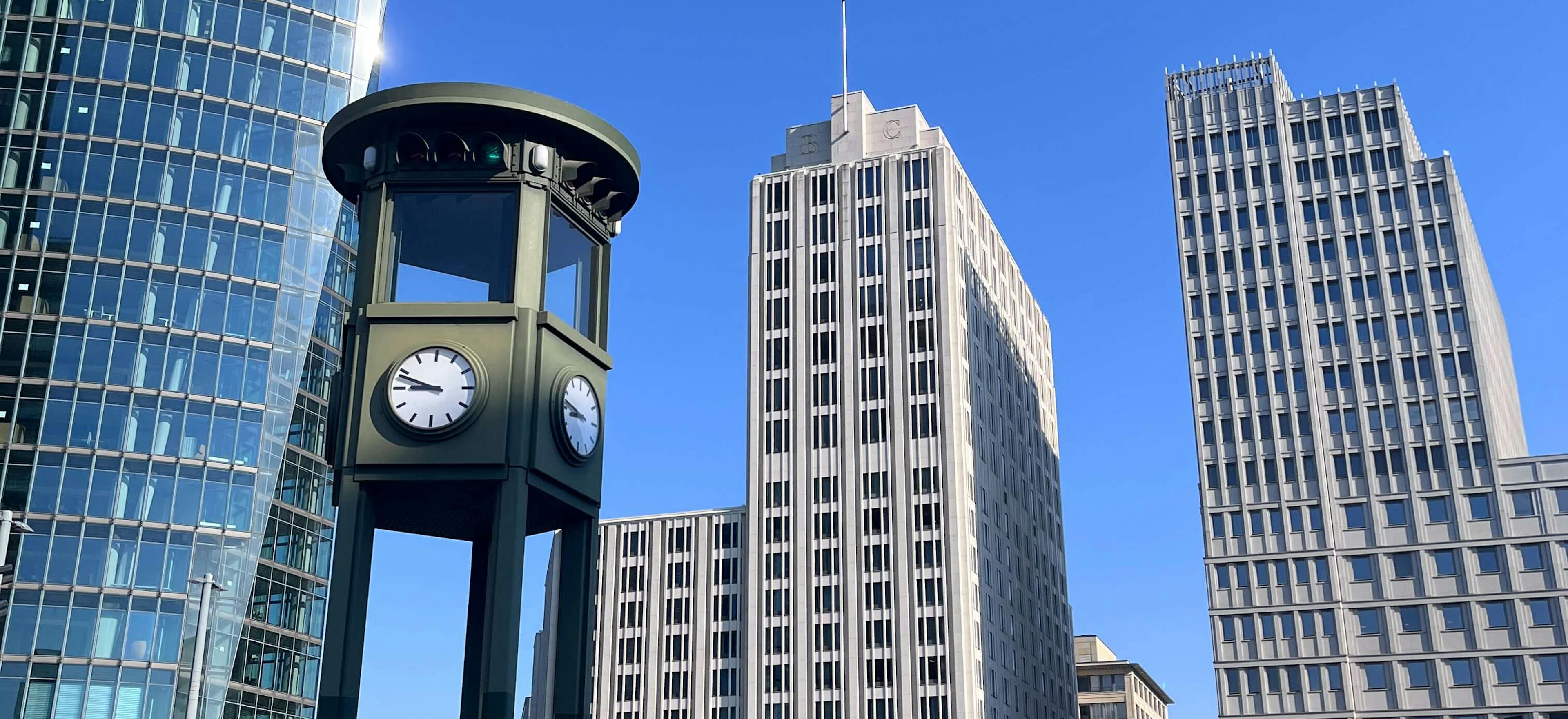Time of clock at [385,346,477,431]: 8:48
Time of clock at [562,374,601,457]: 8:47
